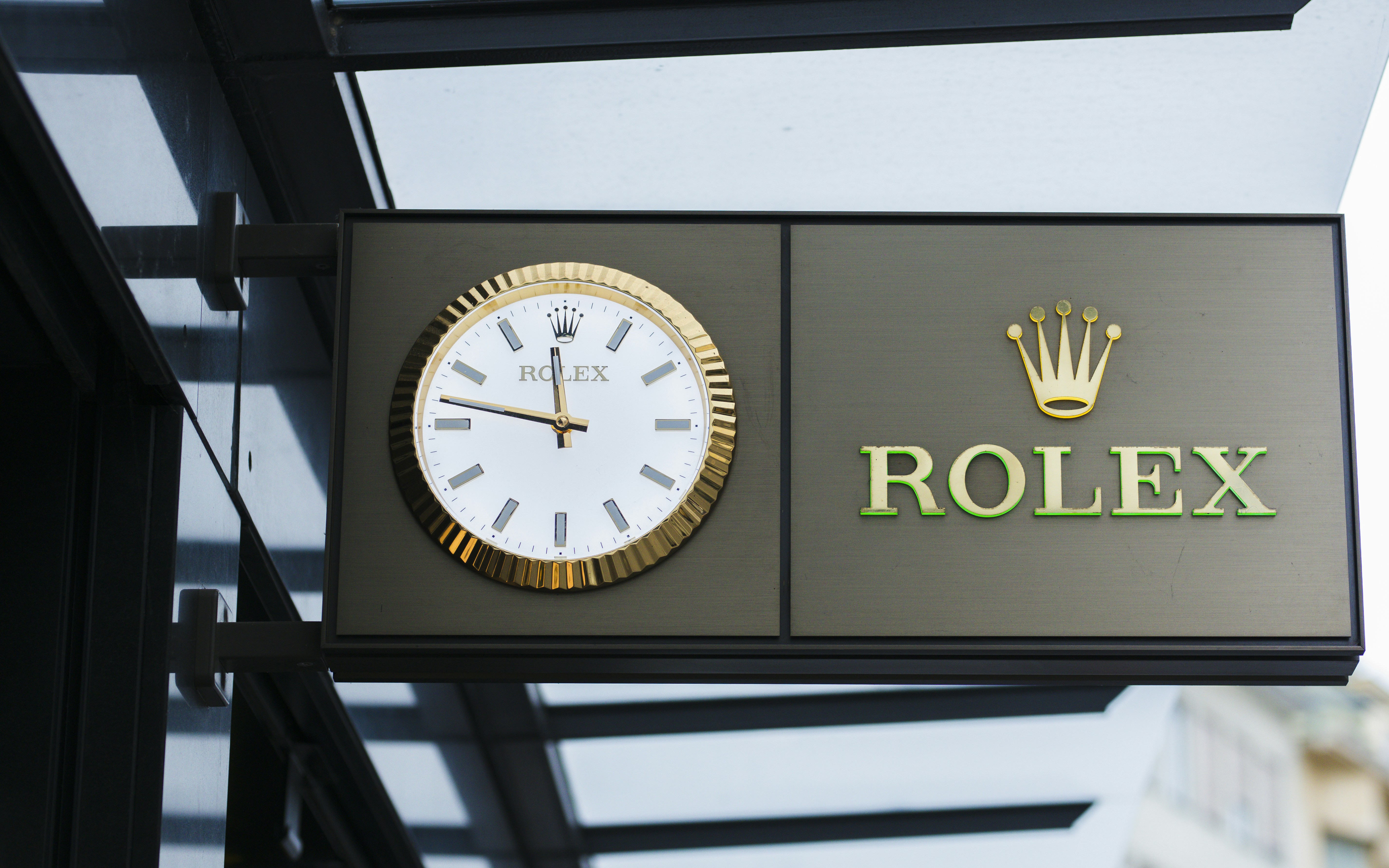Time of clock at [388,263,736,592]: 11:46
